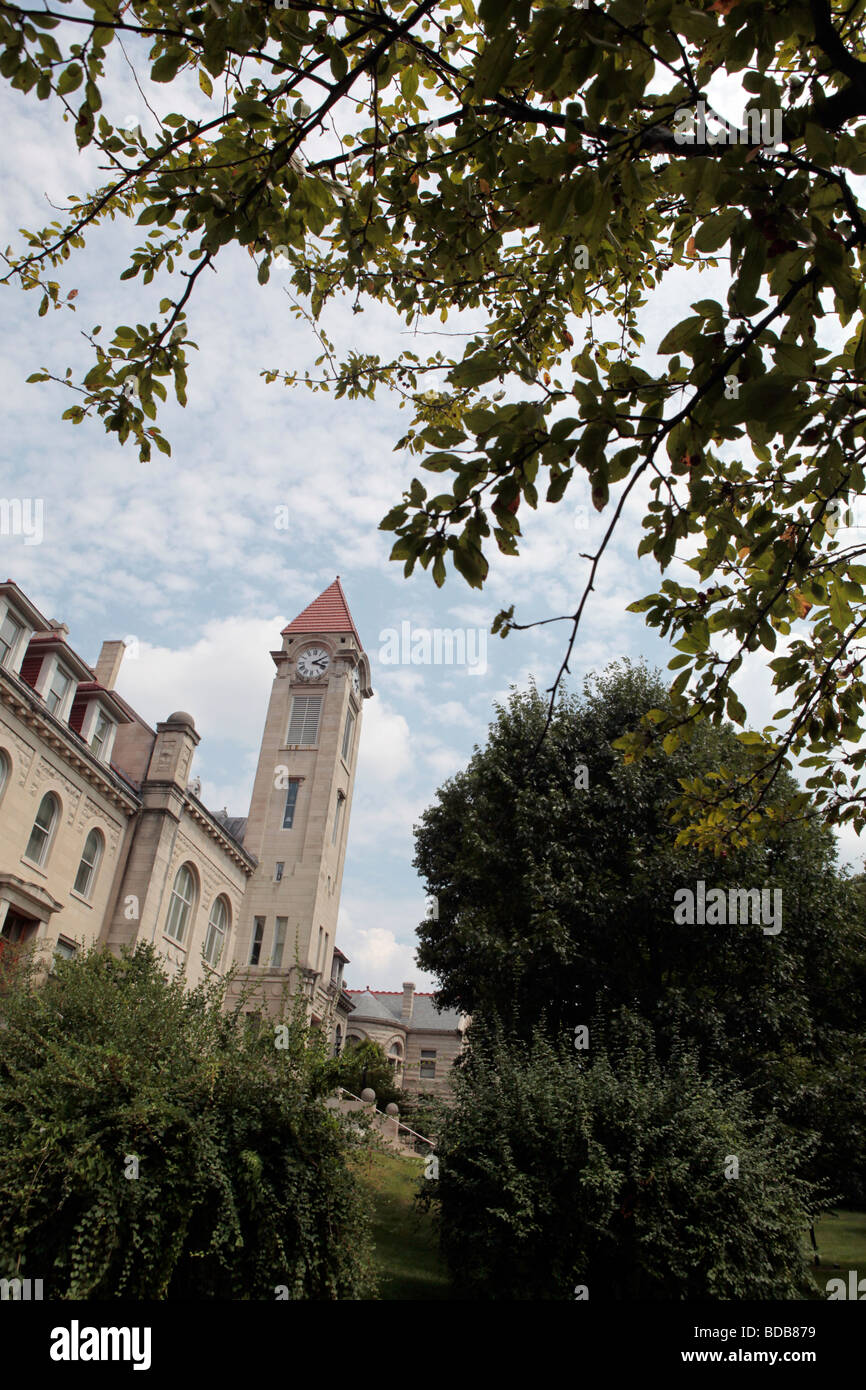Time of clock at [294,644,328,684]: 3:09
